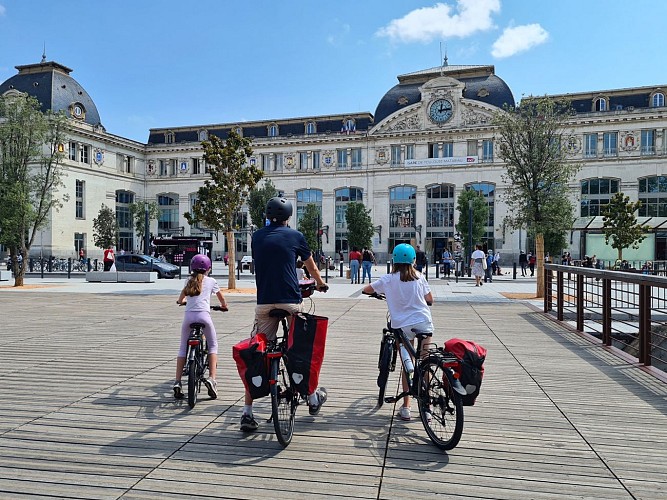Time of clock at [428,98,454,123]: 12:13
